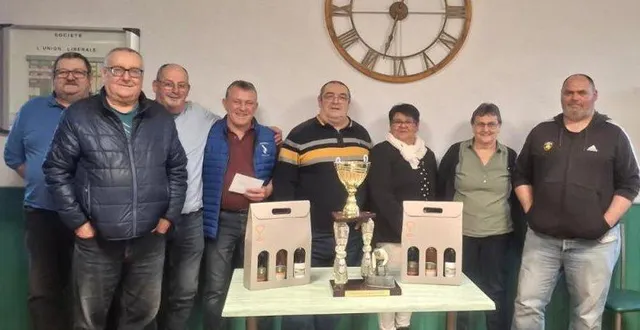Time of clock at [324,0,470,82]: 6:32
